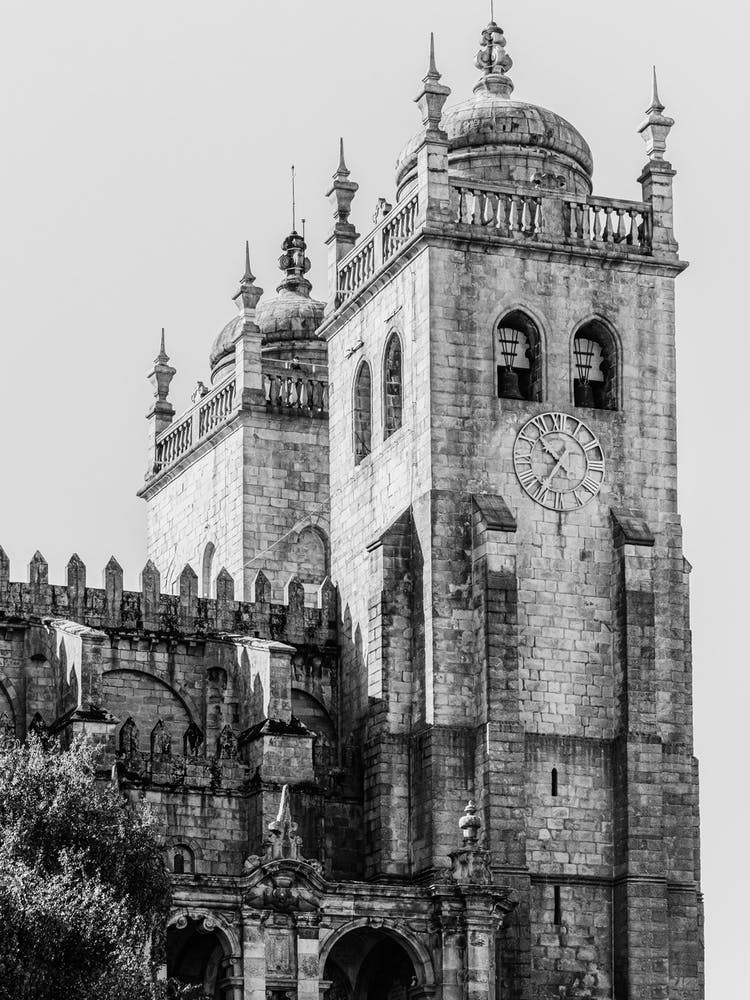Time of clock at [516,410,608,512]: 10:35
